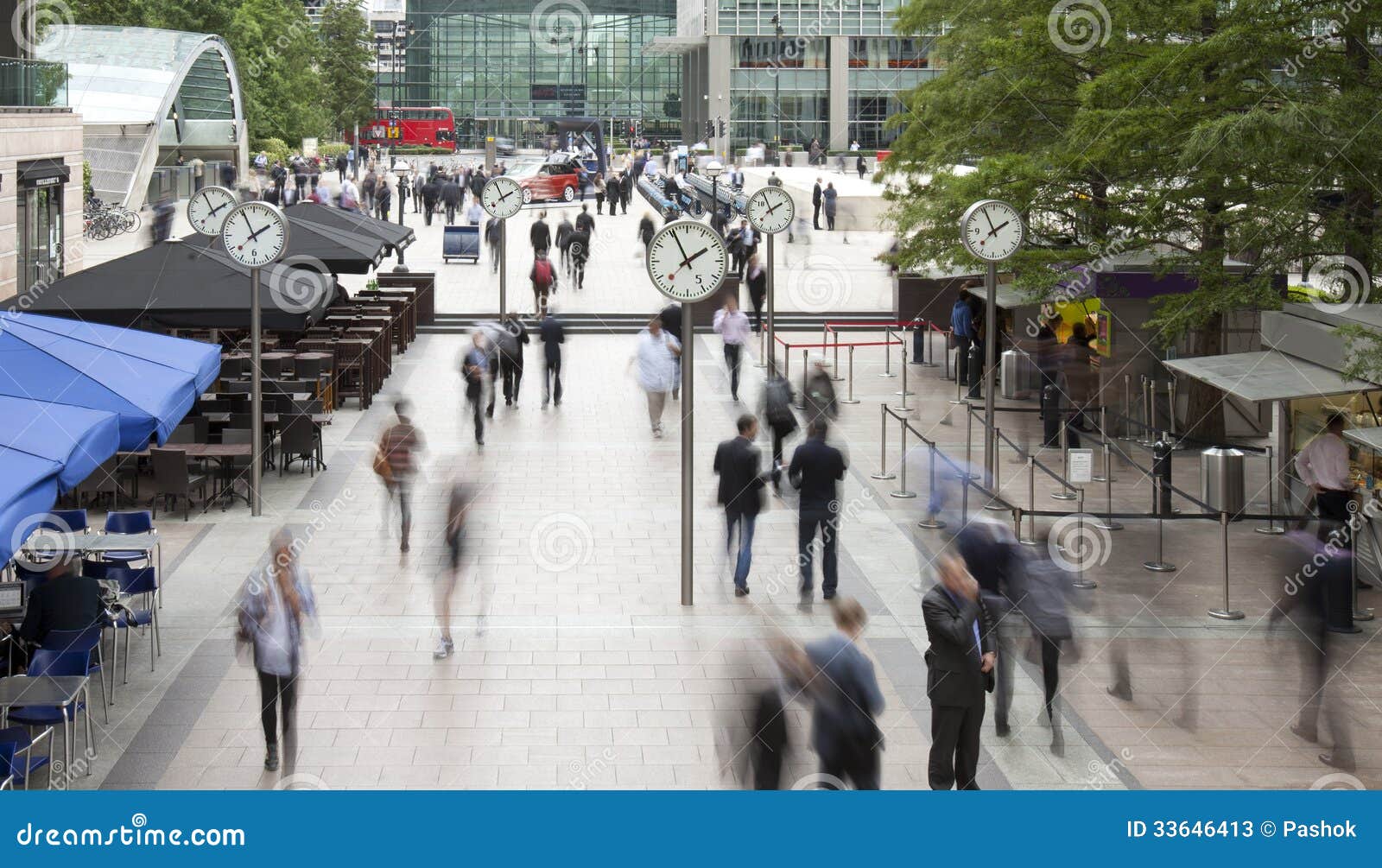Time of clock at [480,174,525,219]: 1:56
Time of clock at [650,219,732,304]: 1:56
